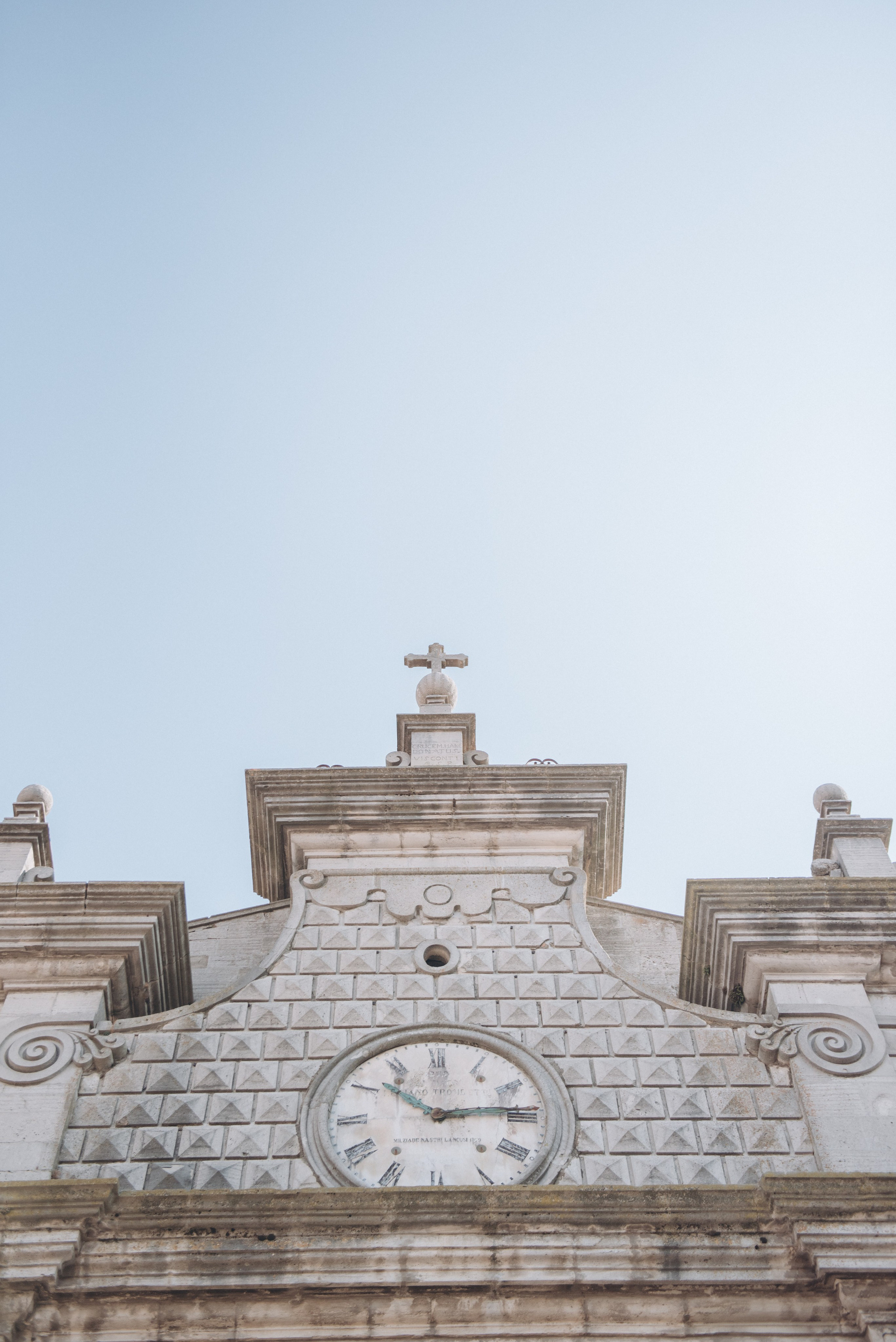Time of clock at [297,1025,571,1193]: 10:13
